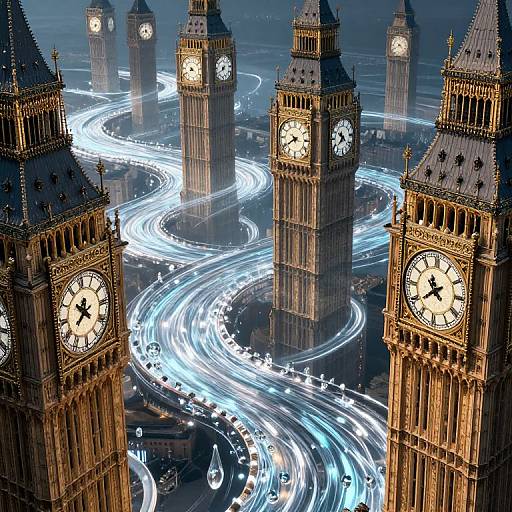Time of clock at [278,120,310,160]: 9:40
